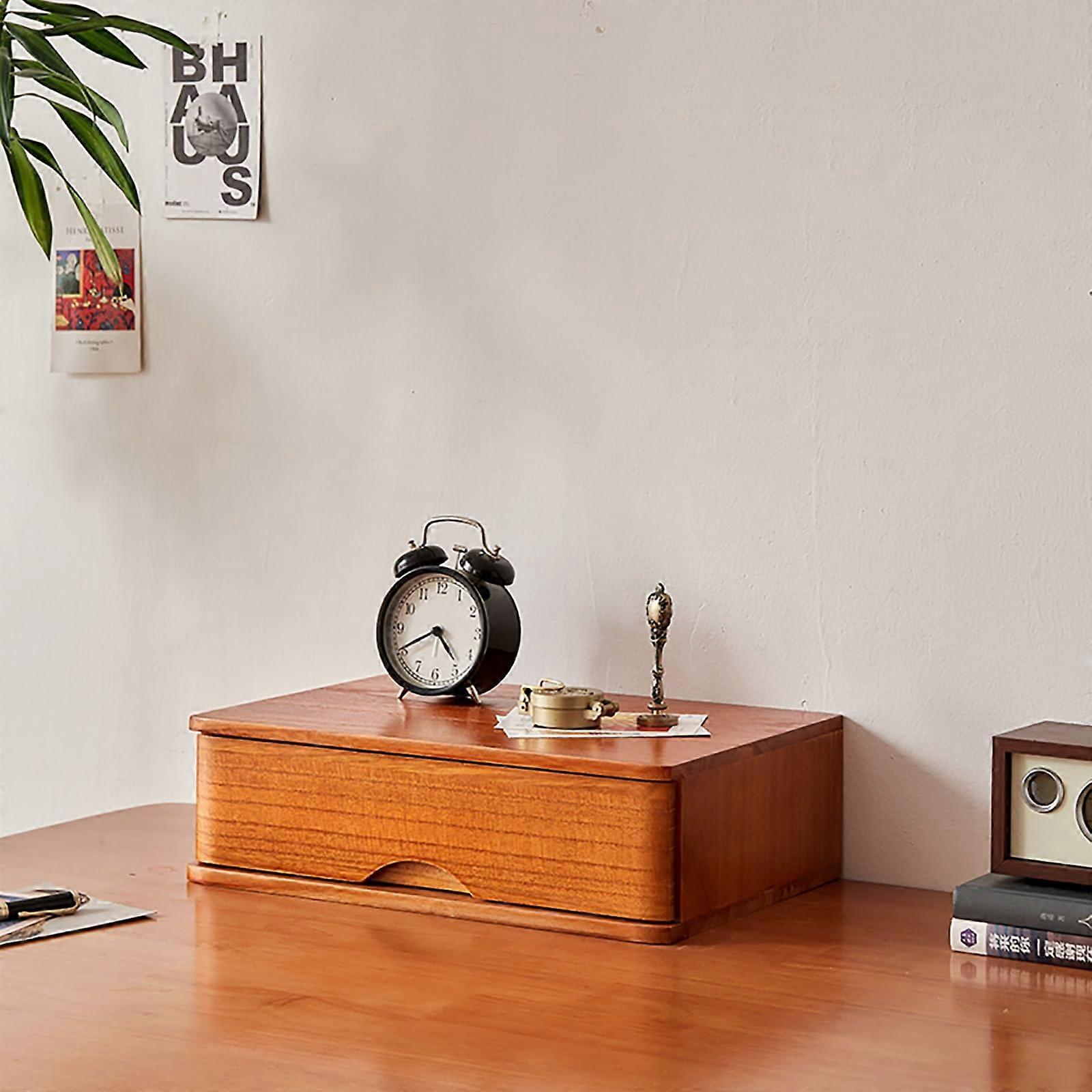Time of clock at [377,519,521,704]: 4:40
